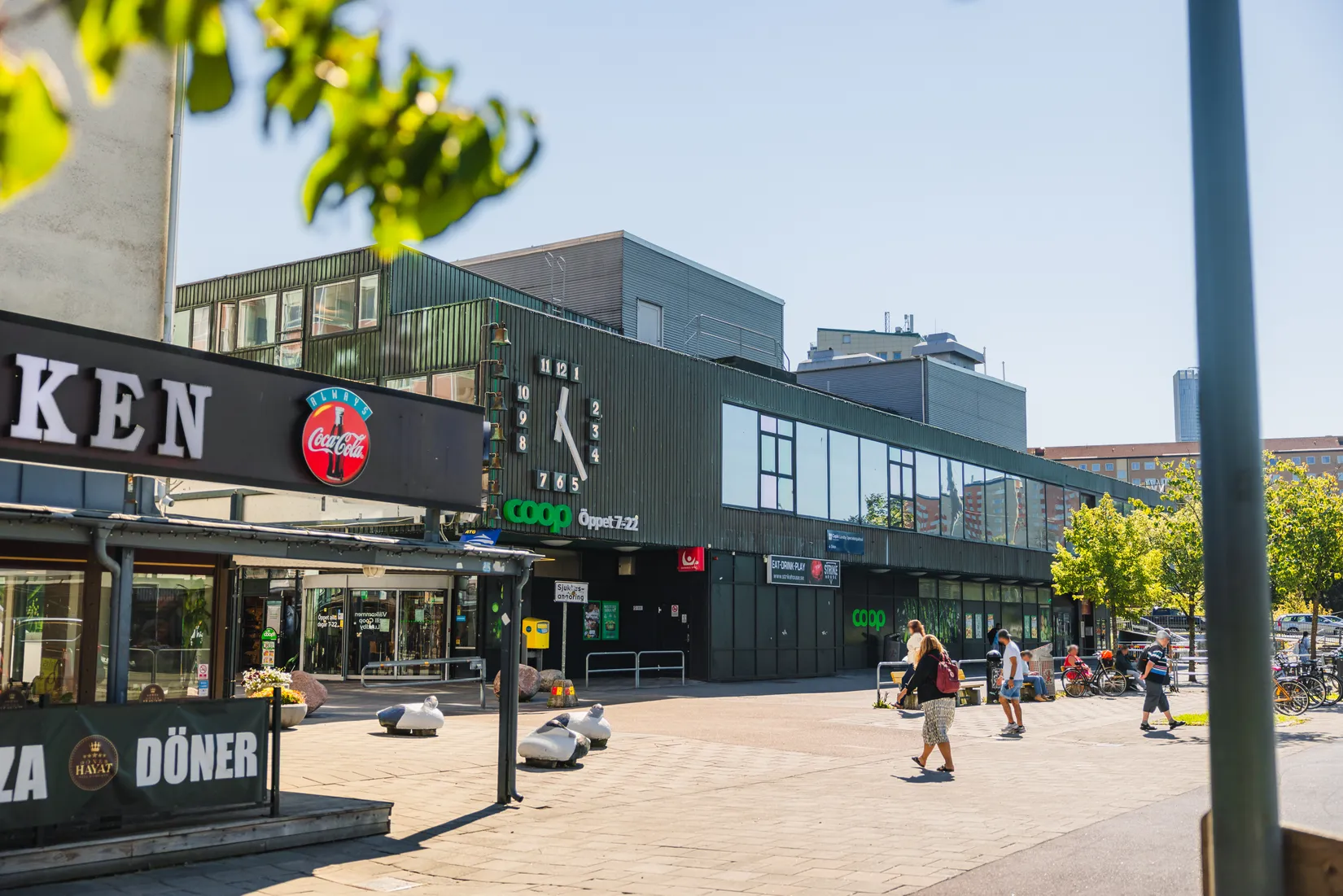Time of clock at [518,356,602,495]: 12:23
